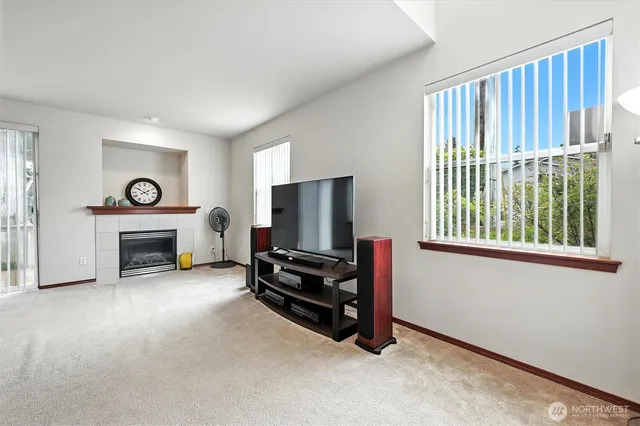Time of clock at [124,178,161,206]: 1:50
